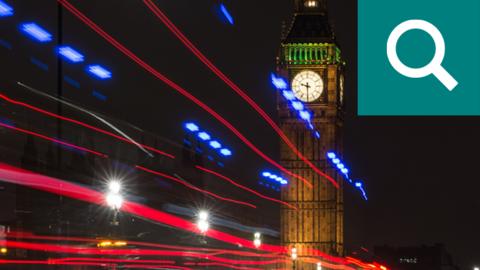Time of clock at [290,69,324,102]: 9:30
